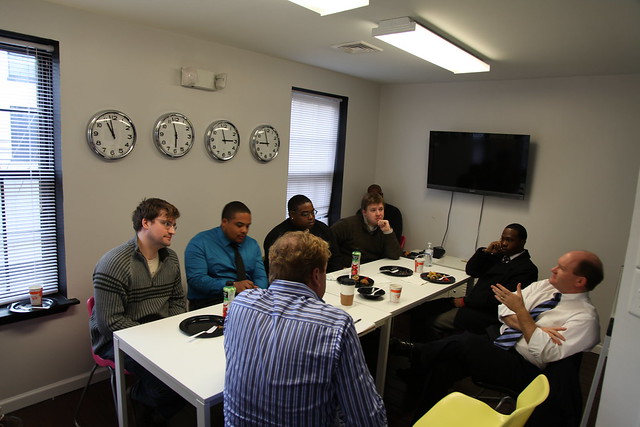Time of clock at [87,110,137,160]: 10:57
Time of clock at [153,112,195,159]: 5:57
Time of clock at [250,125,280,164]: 8:57
